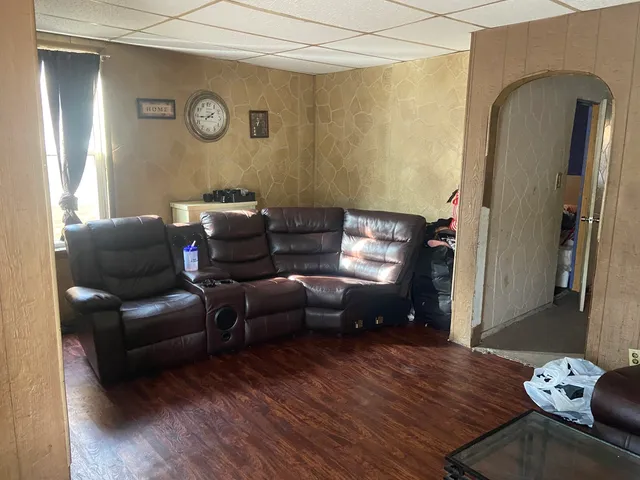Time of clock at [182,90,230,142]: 1:43
